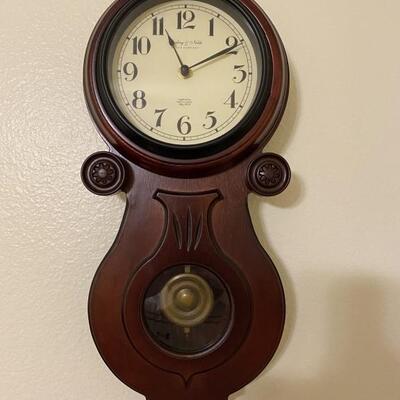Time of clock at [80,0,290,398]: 11:10
